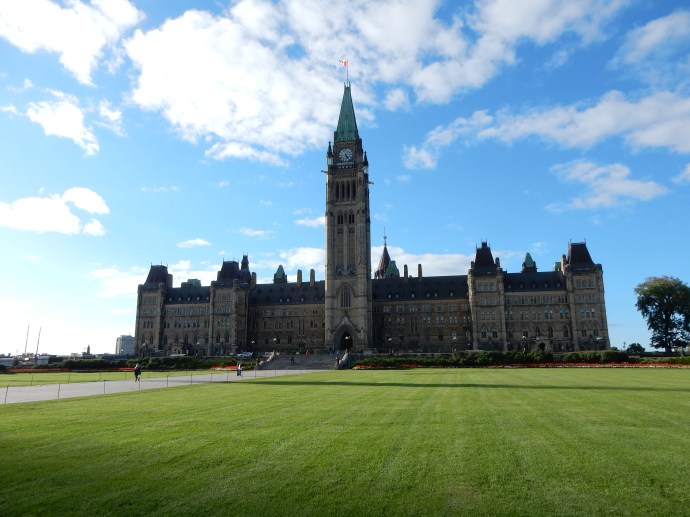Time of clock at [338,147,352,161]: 5:24
